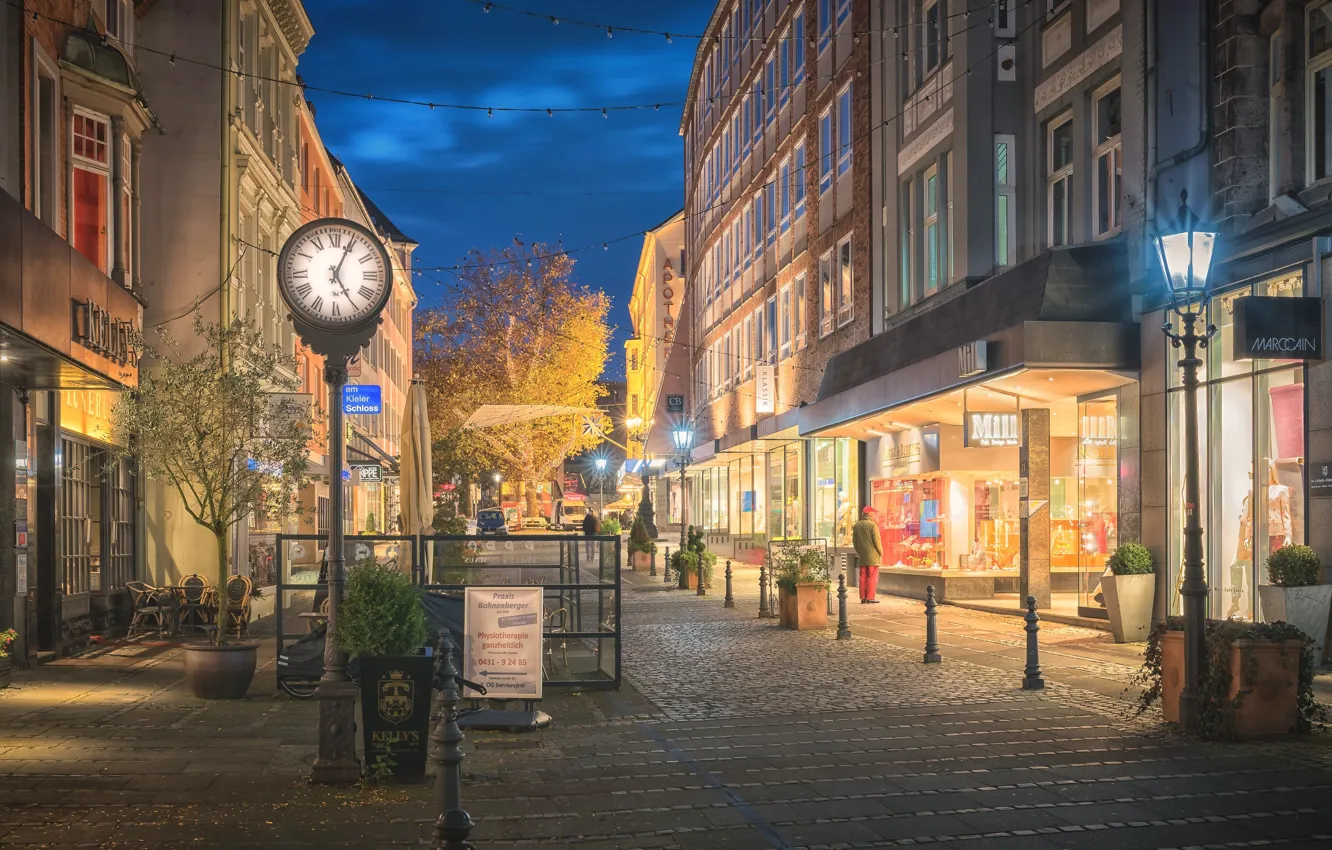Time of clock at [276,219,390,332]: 5:04
